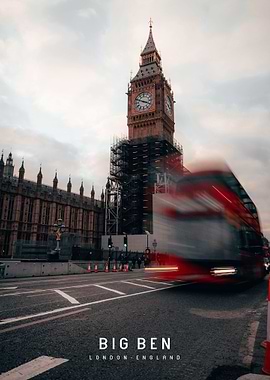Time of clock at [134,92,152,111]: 3:48
